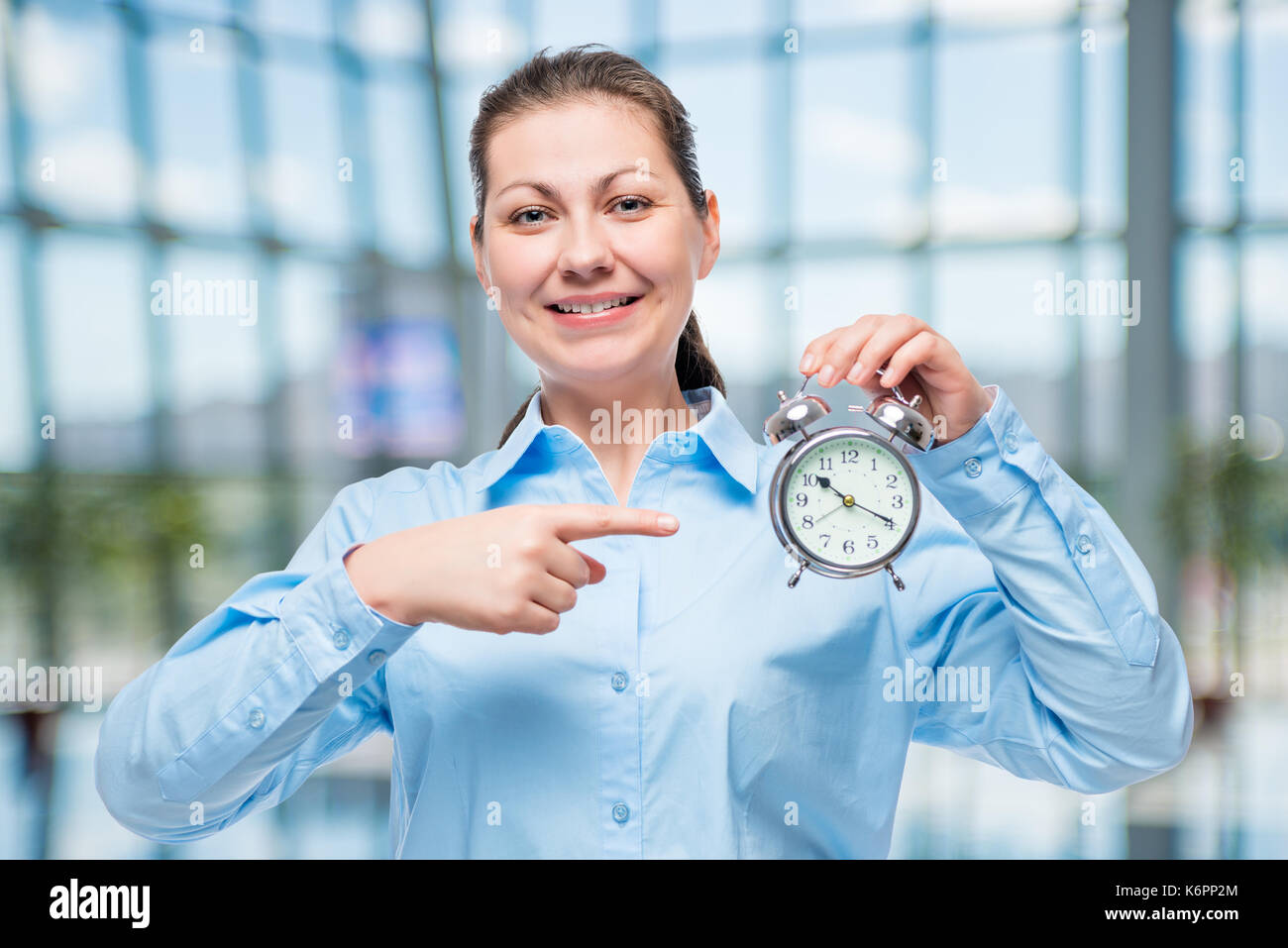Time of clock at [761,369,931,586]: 10:19
